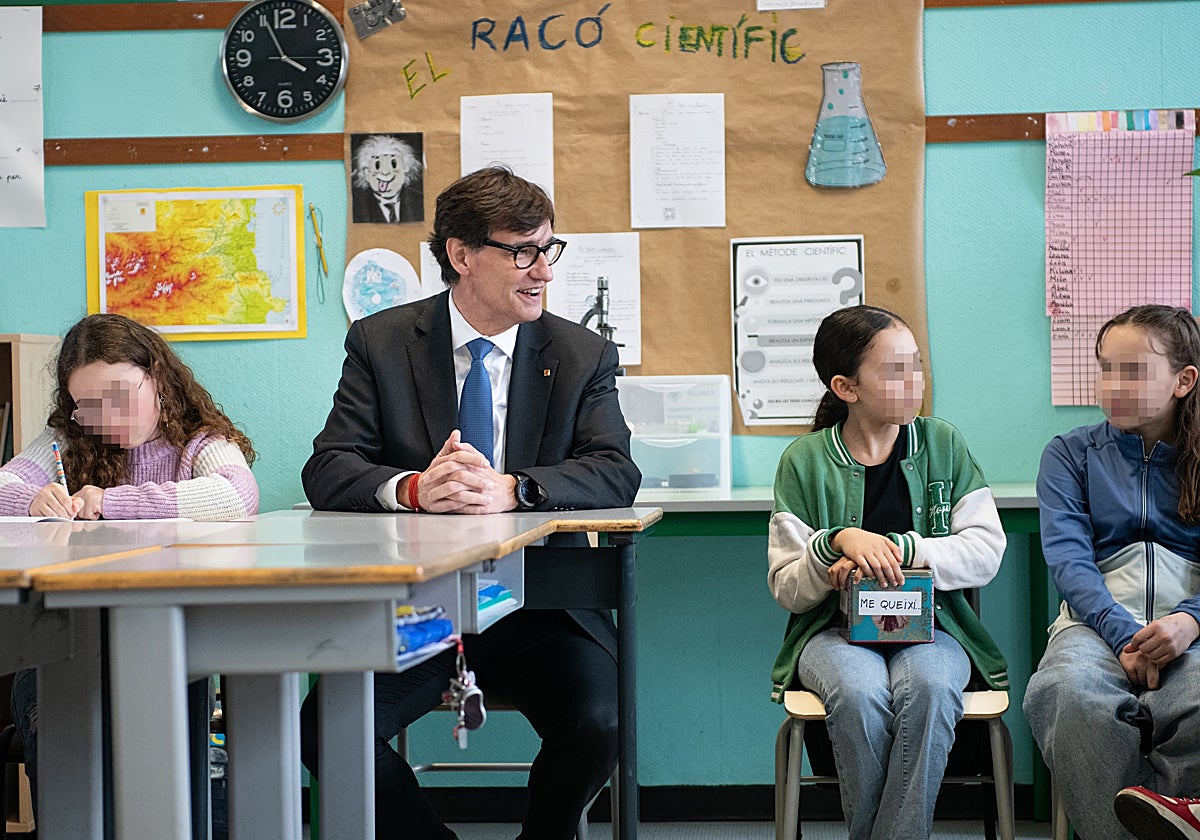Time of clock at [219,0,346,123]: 3:55
